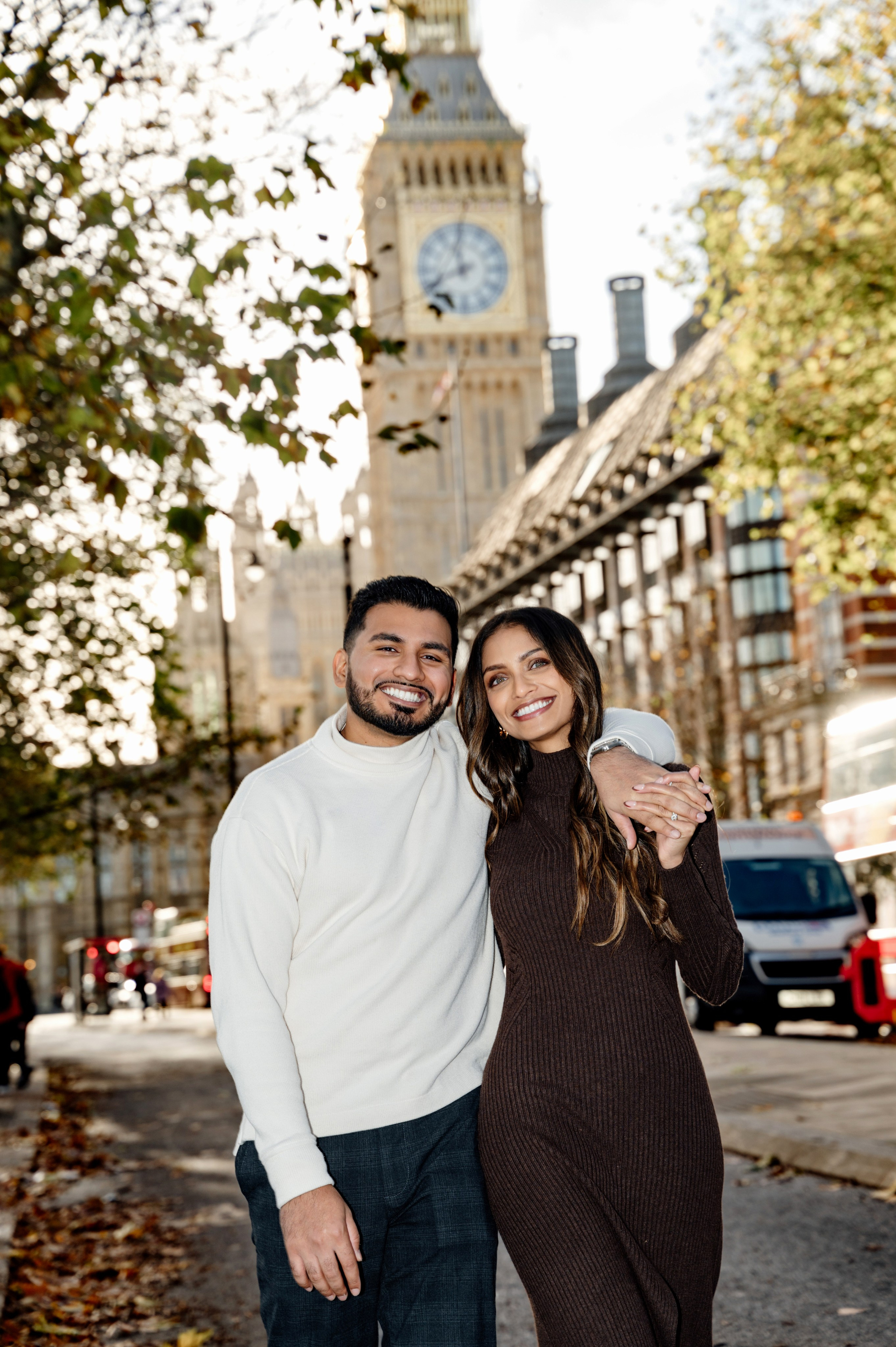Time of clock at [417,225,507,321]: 11:41
